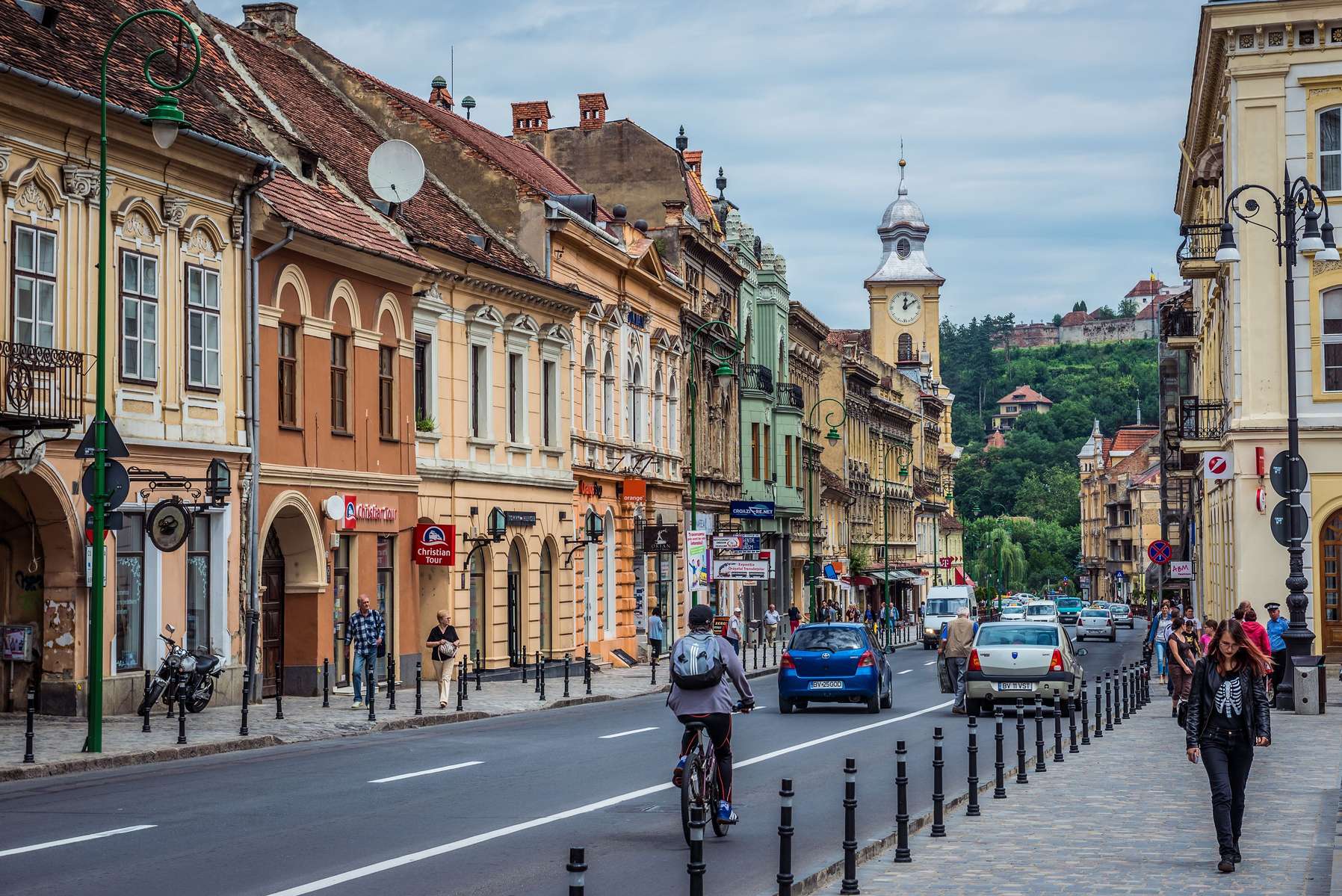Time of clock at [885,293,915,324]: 12:09
